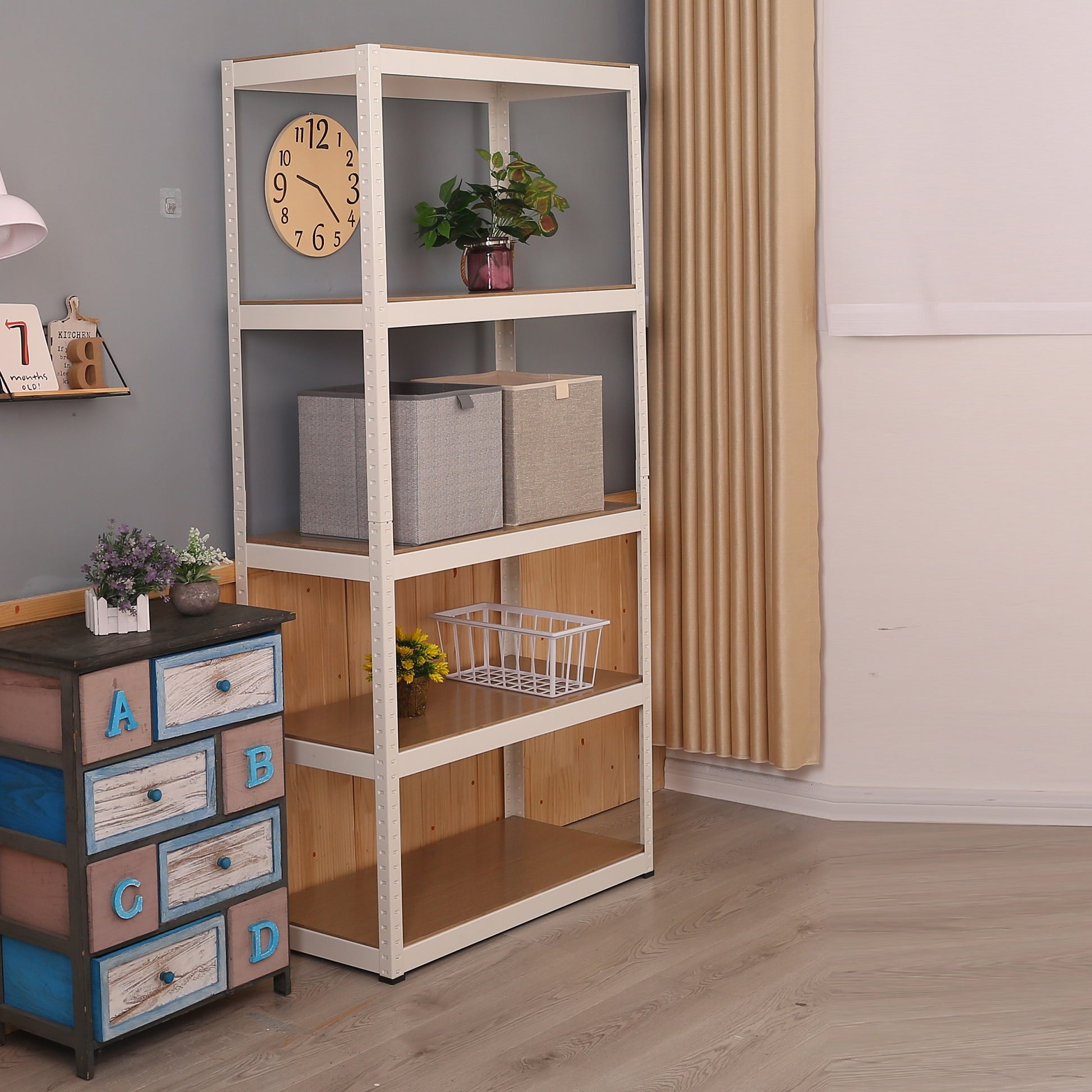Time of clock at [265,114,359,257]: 9:22
